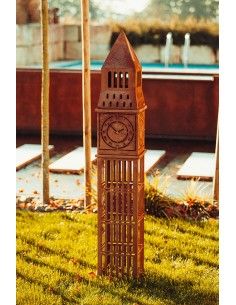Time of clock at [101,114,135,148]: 1:52
